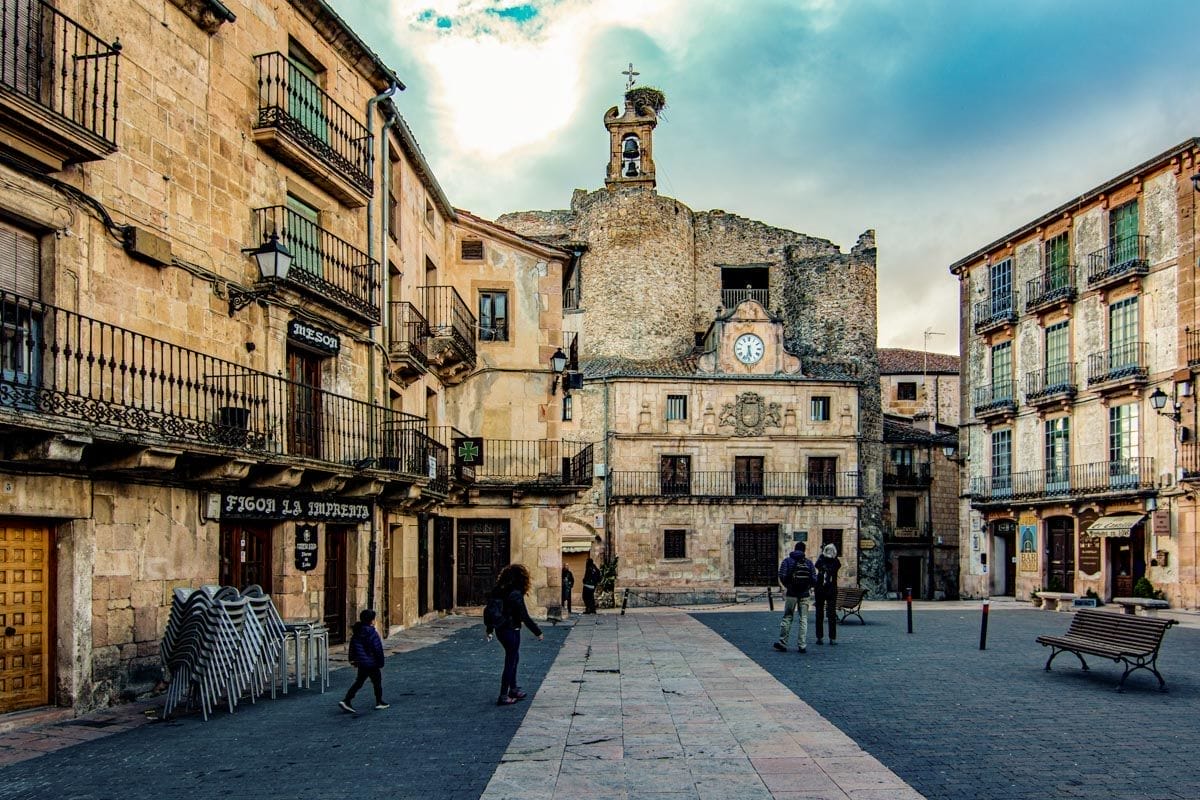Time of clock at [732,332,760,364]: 5:32
